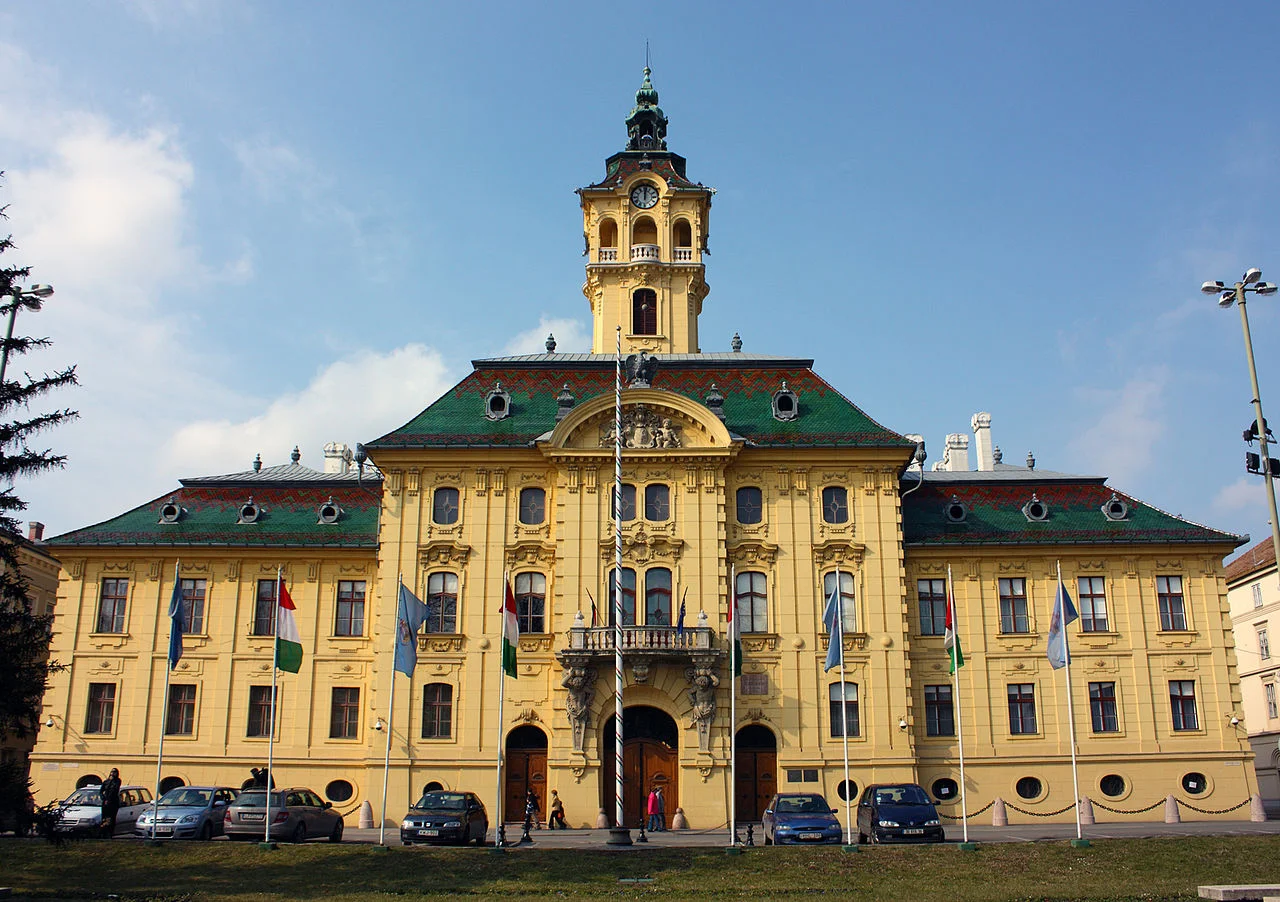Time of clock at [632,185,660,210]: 12:01
